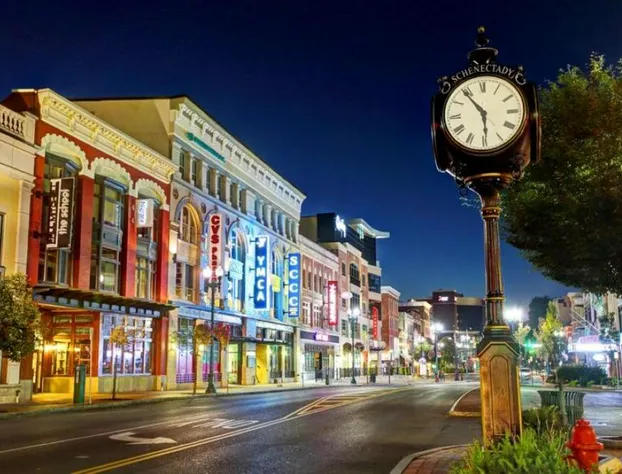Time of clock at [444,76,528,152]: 5:54
